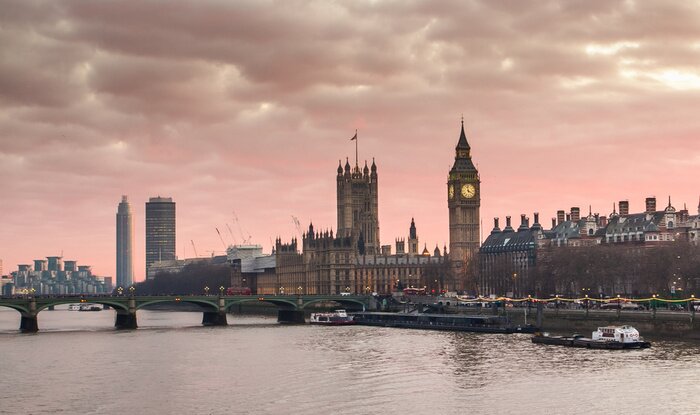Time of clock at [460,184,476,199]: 3:58
